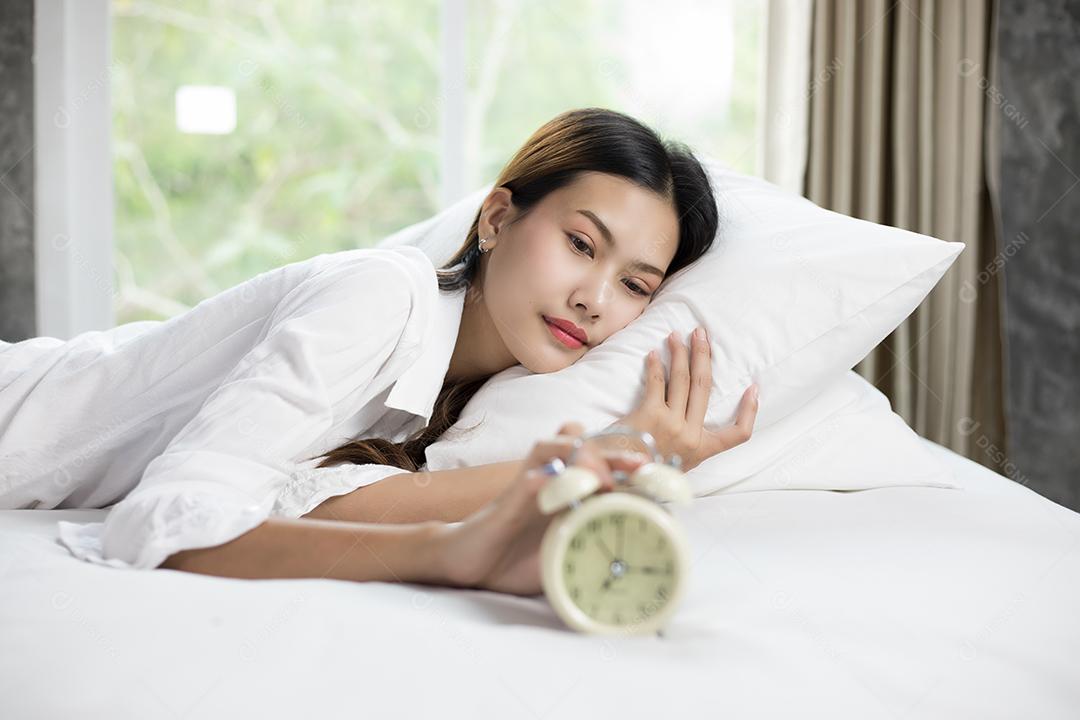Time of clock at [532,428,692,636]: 7:15
